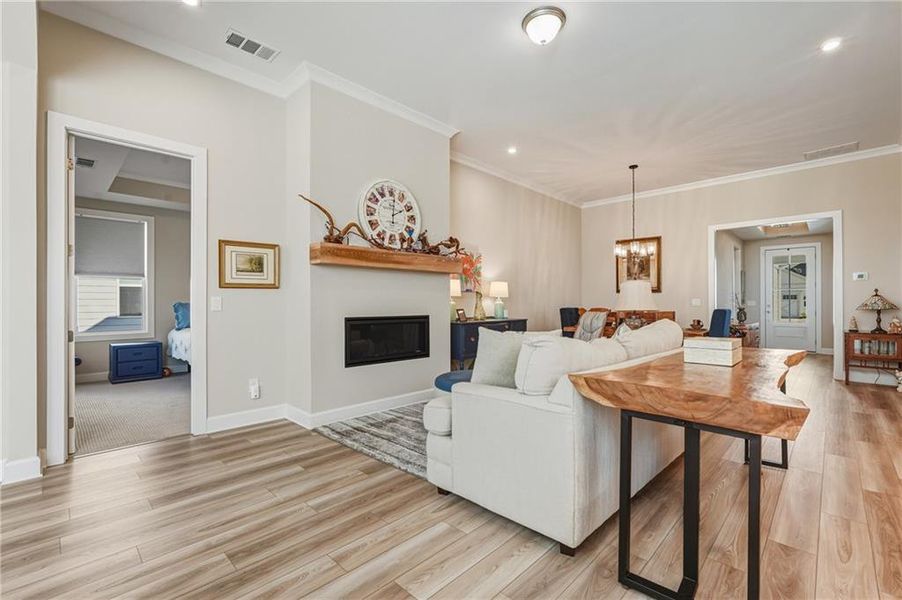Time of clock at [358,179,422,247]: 2:01
